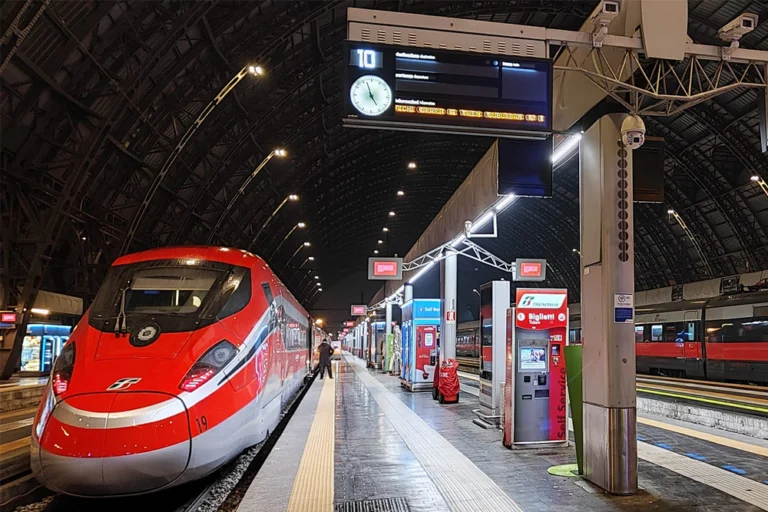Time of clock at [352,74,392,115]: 4:57
